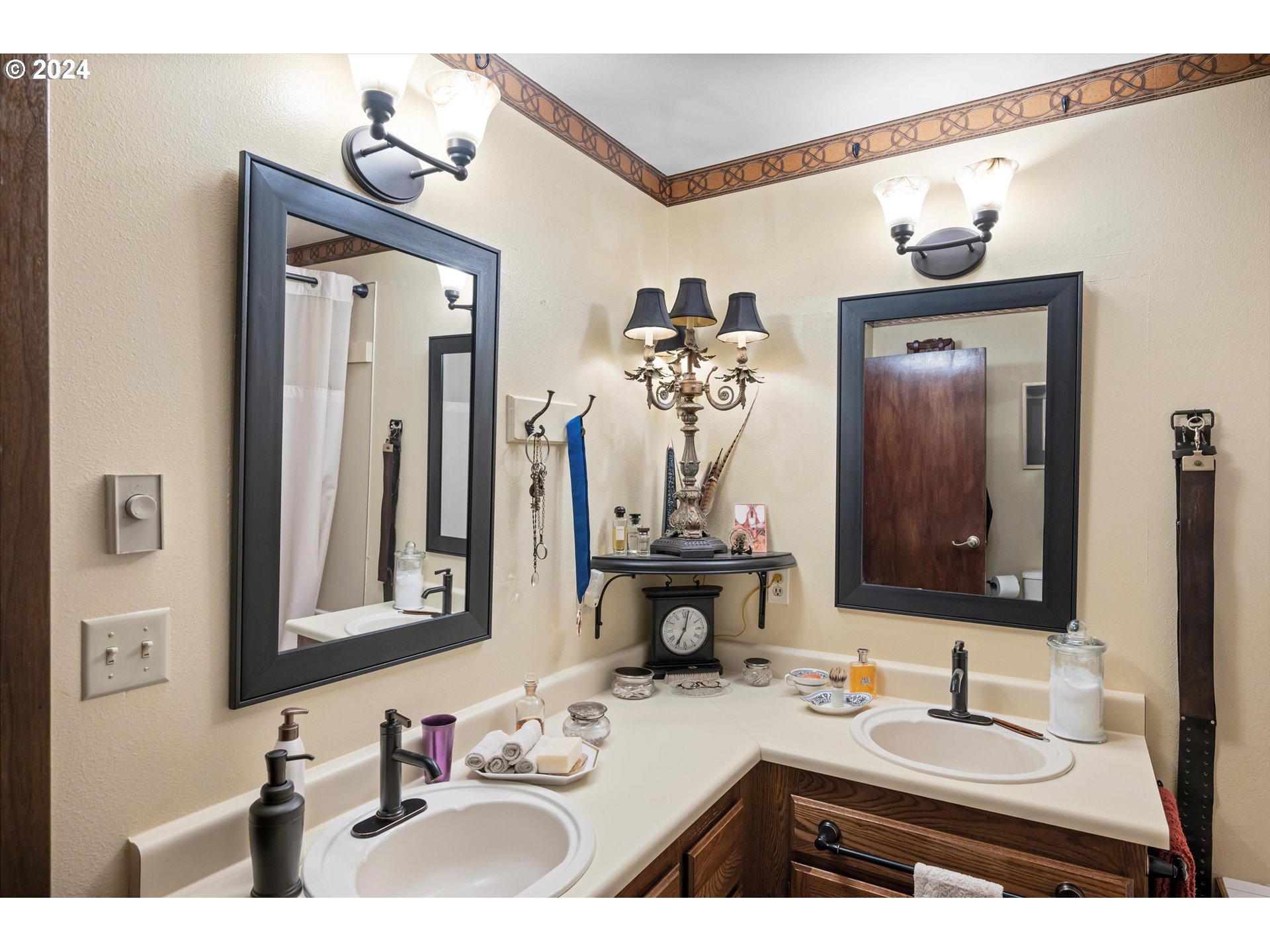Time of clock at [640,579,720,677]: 7:03
